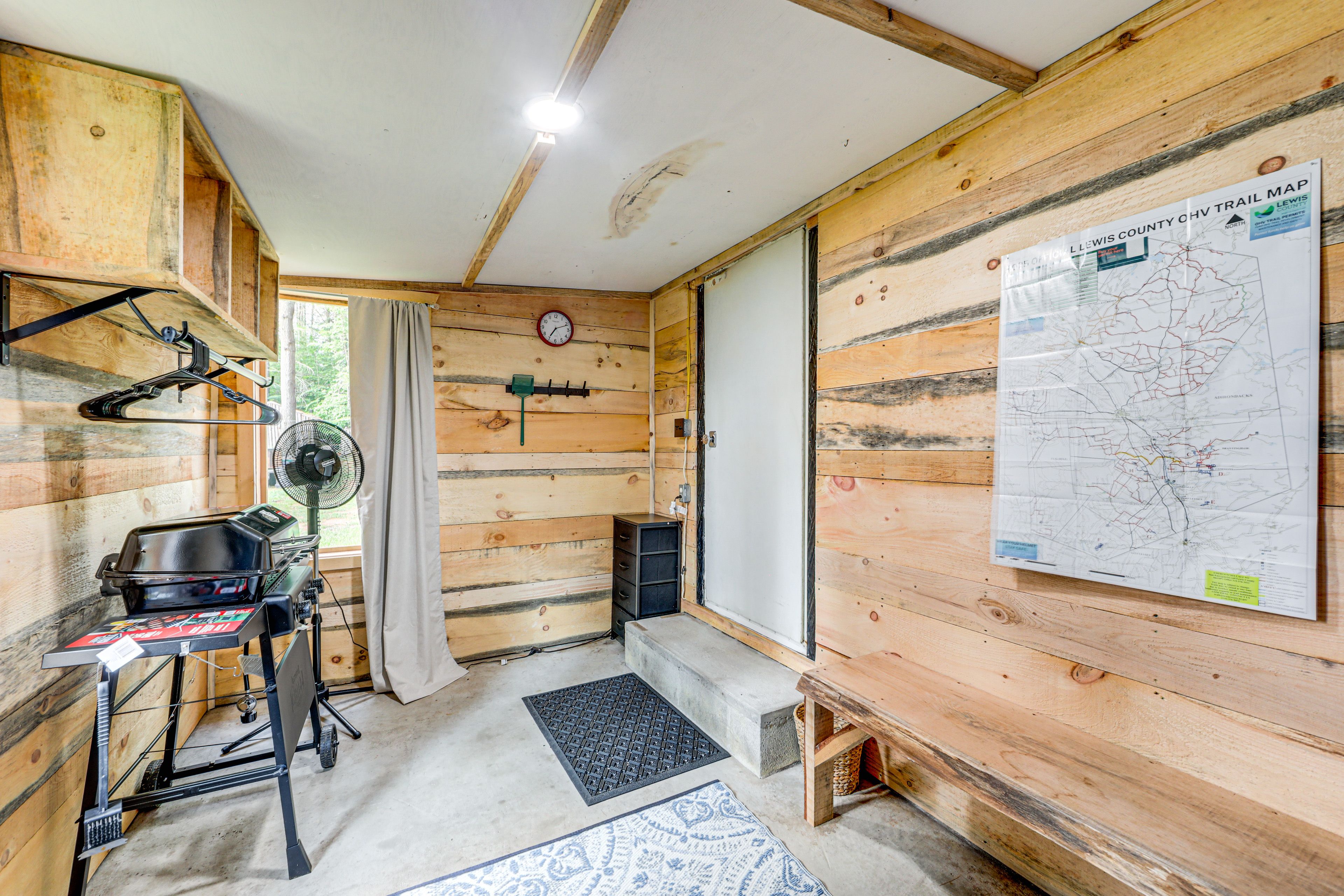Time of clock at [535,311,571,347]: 7:11
